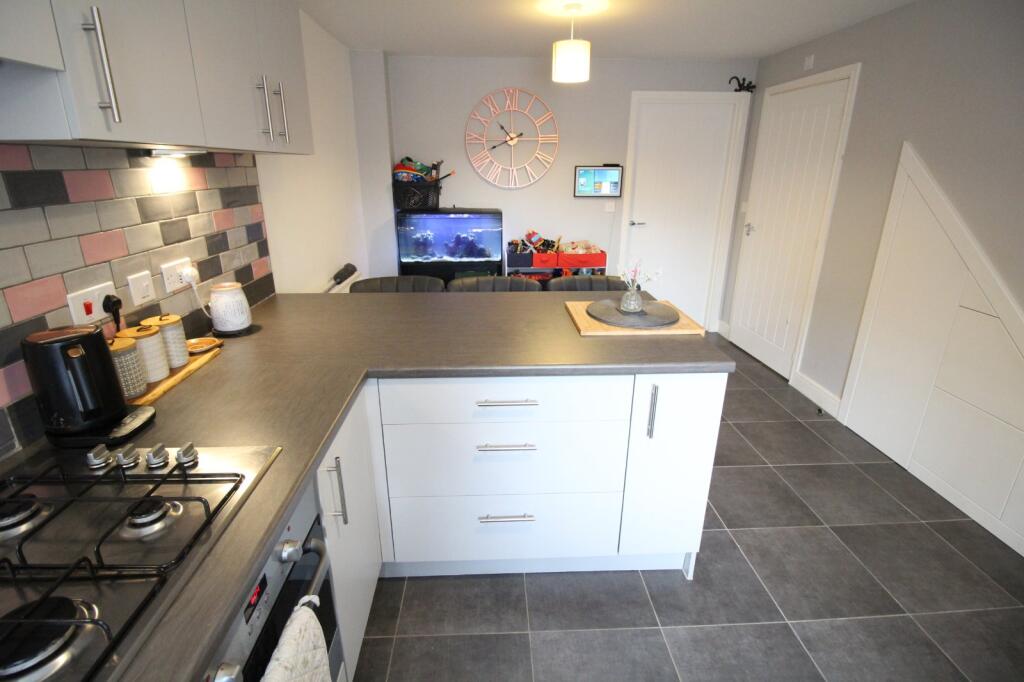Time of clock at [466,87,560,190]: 10:41
